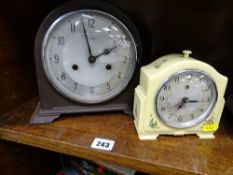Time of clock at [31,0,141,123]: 1:58
